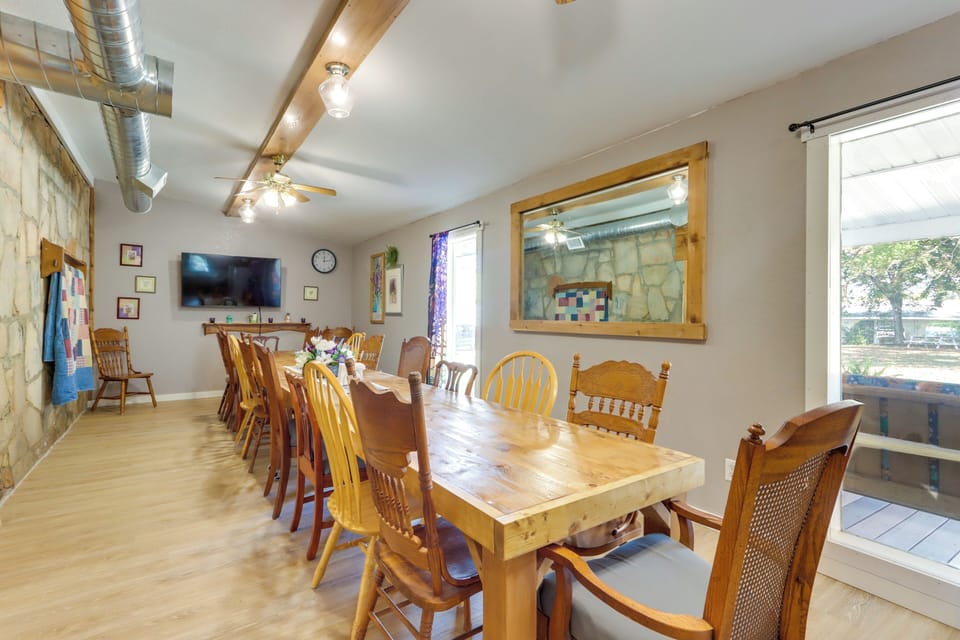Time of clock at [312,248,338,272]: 12:13
